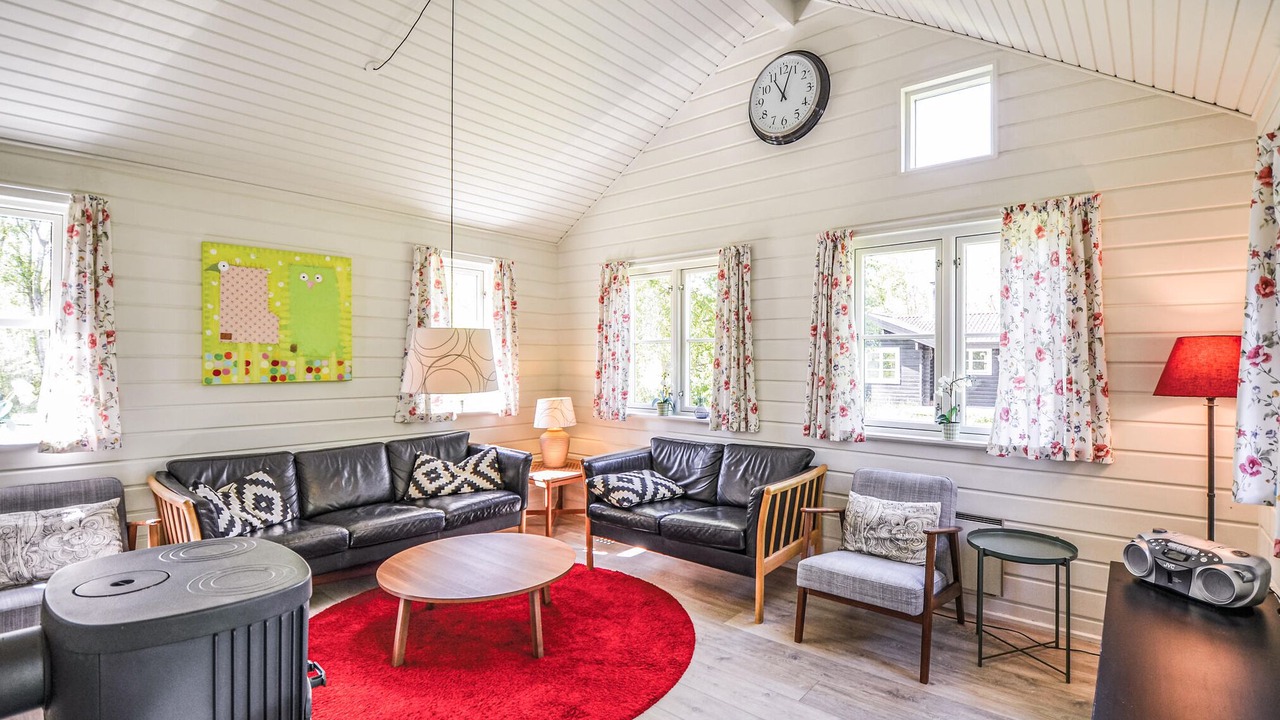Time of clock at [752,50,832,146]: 11:03
